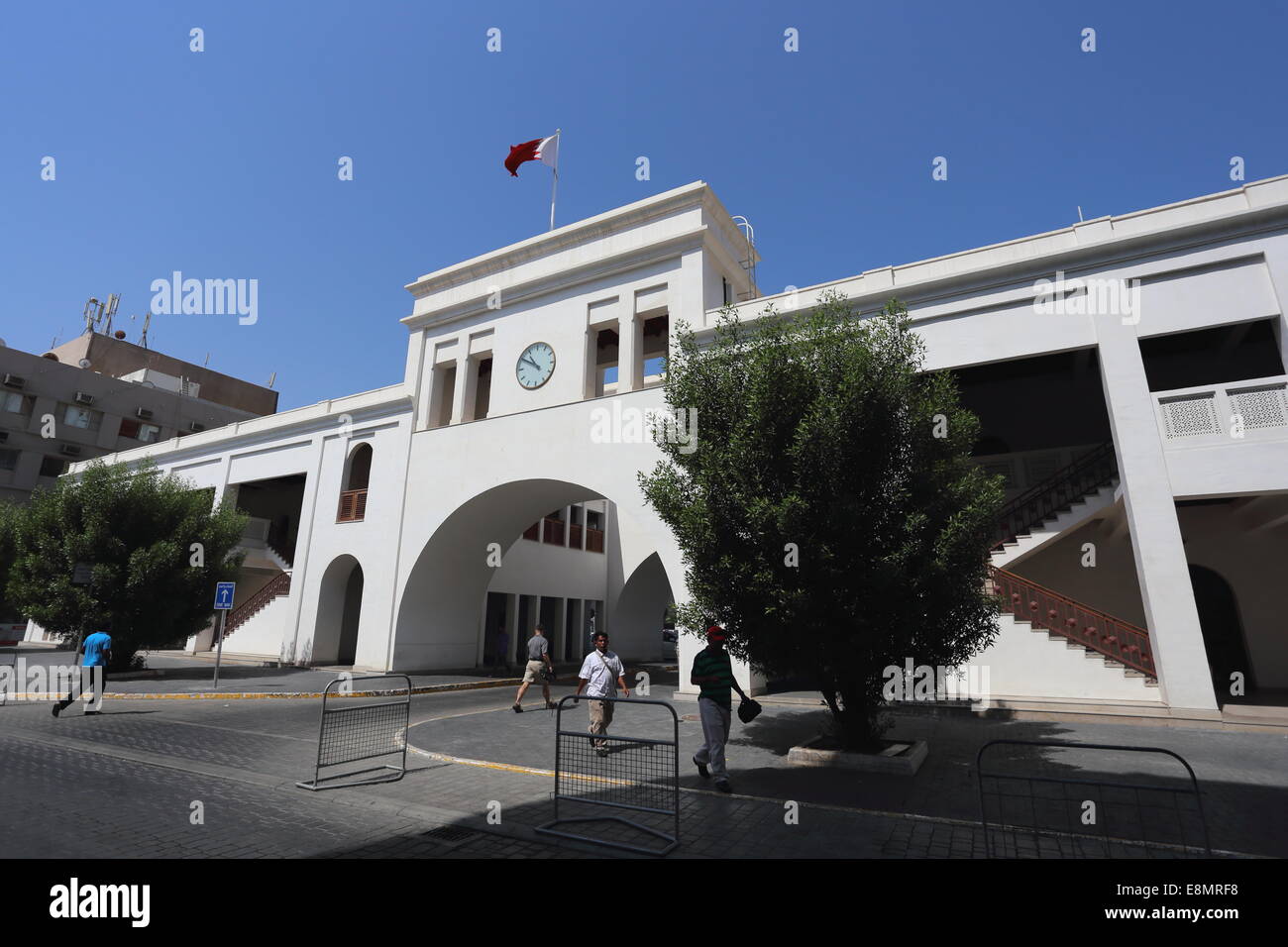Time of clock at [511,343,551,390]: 10:50
